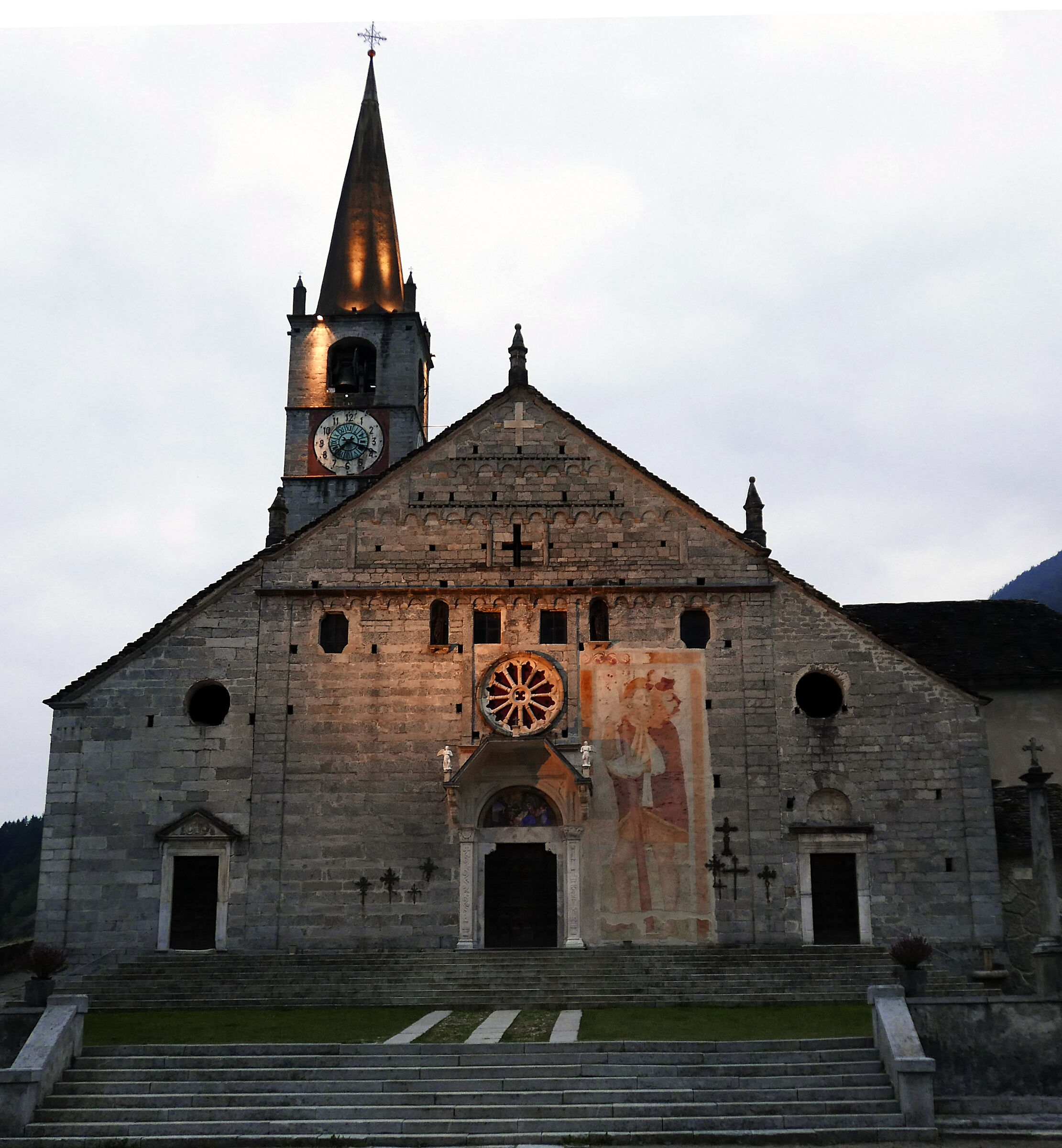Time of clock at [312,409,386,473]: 7:18
